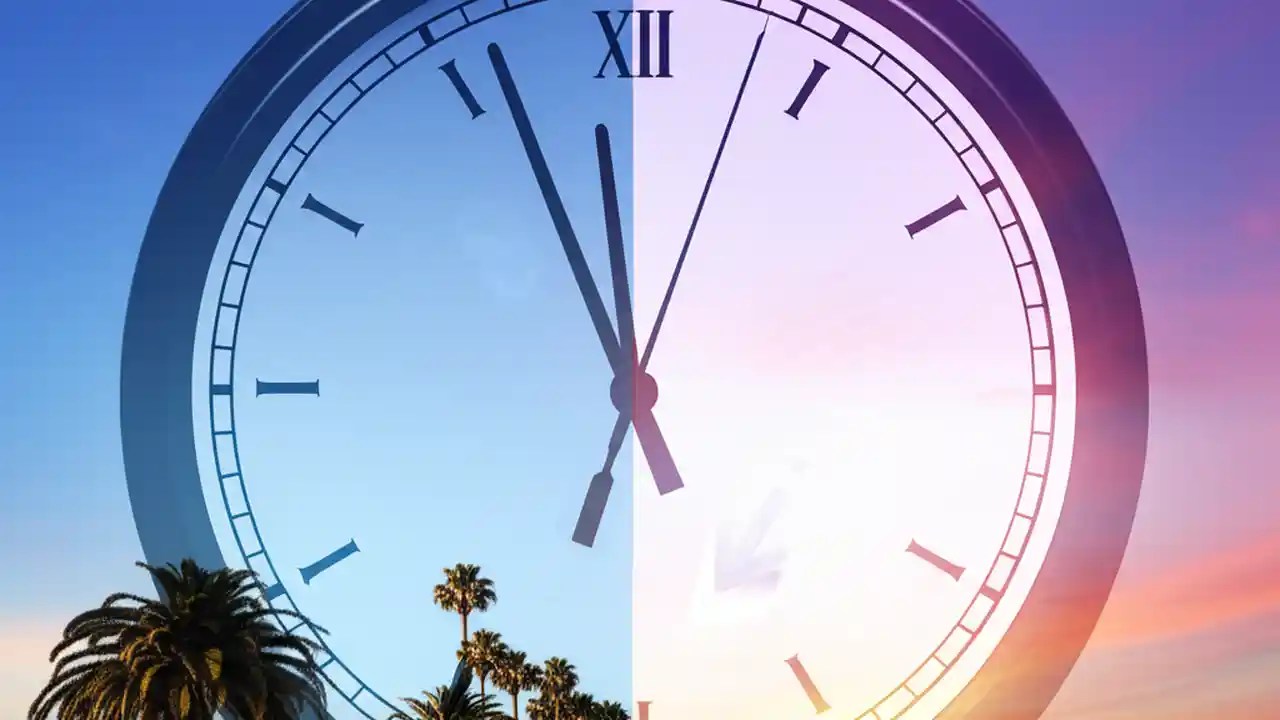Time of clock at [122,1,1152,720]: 11:56
